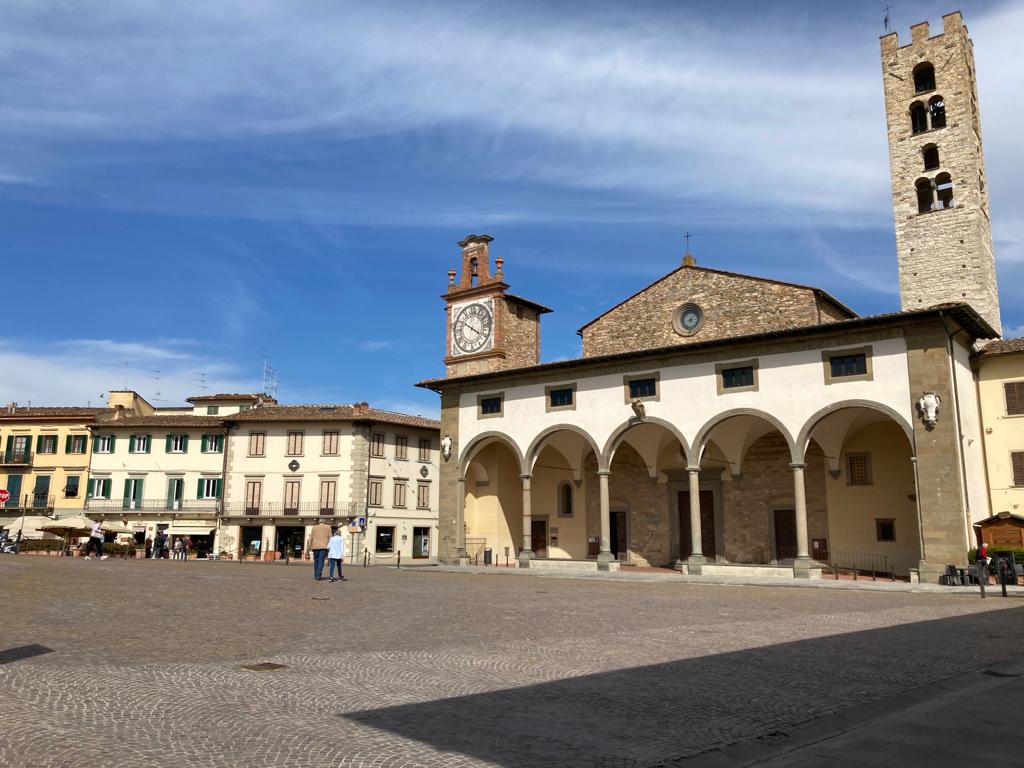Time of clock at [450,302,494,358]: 3:50
